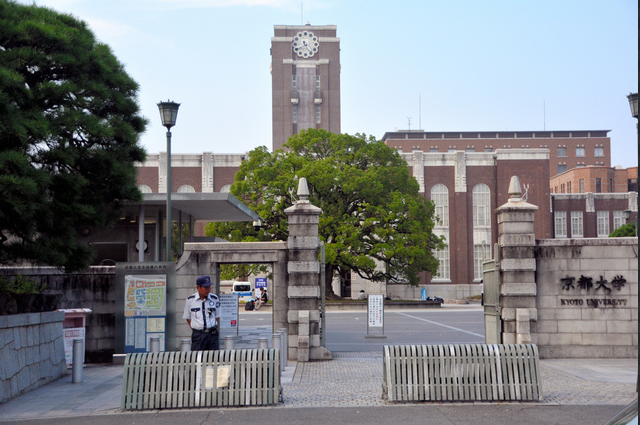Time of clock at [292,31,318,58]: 4:40
